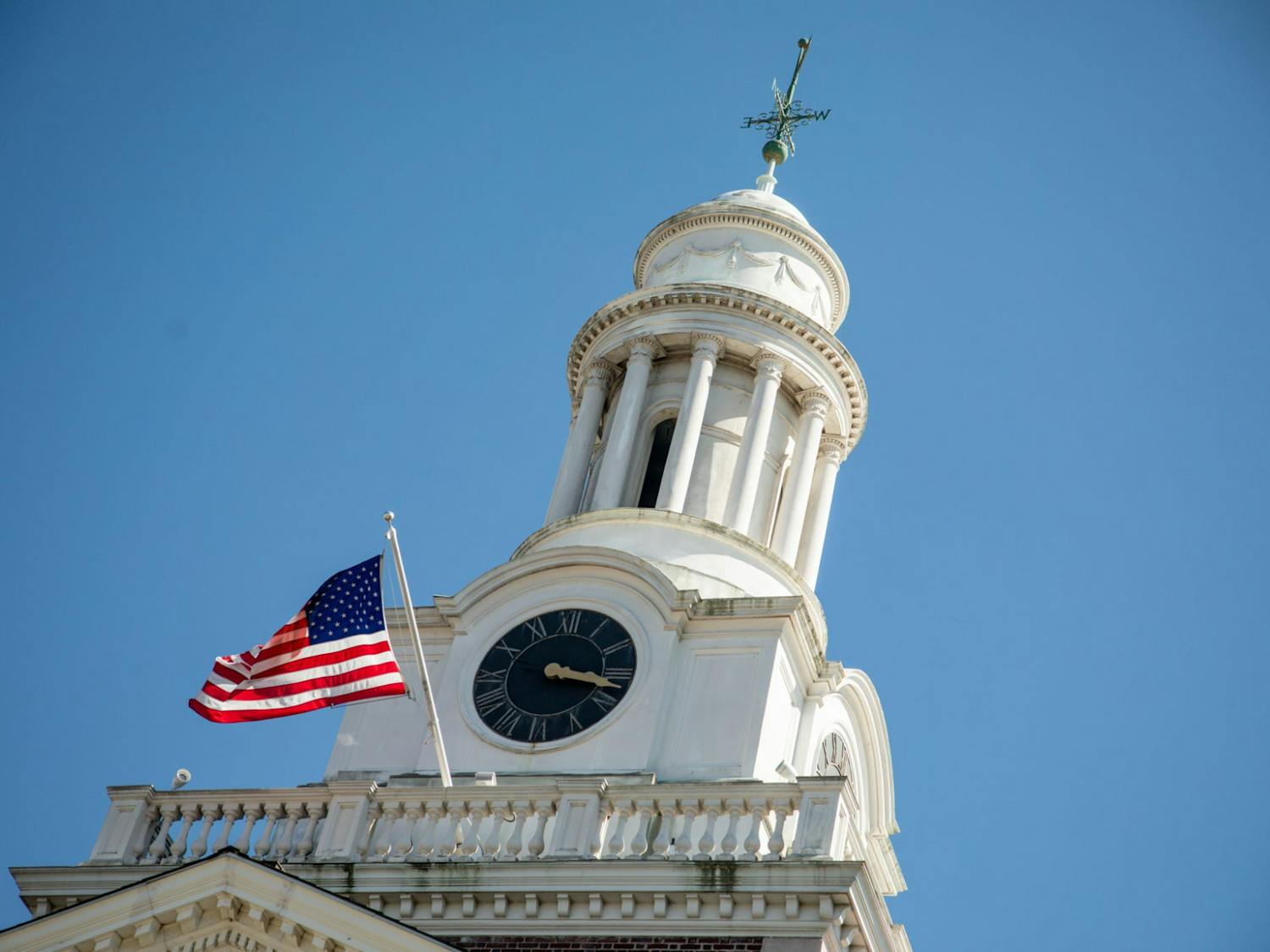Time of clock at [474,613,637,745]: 3:17
